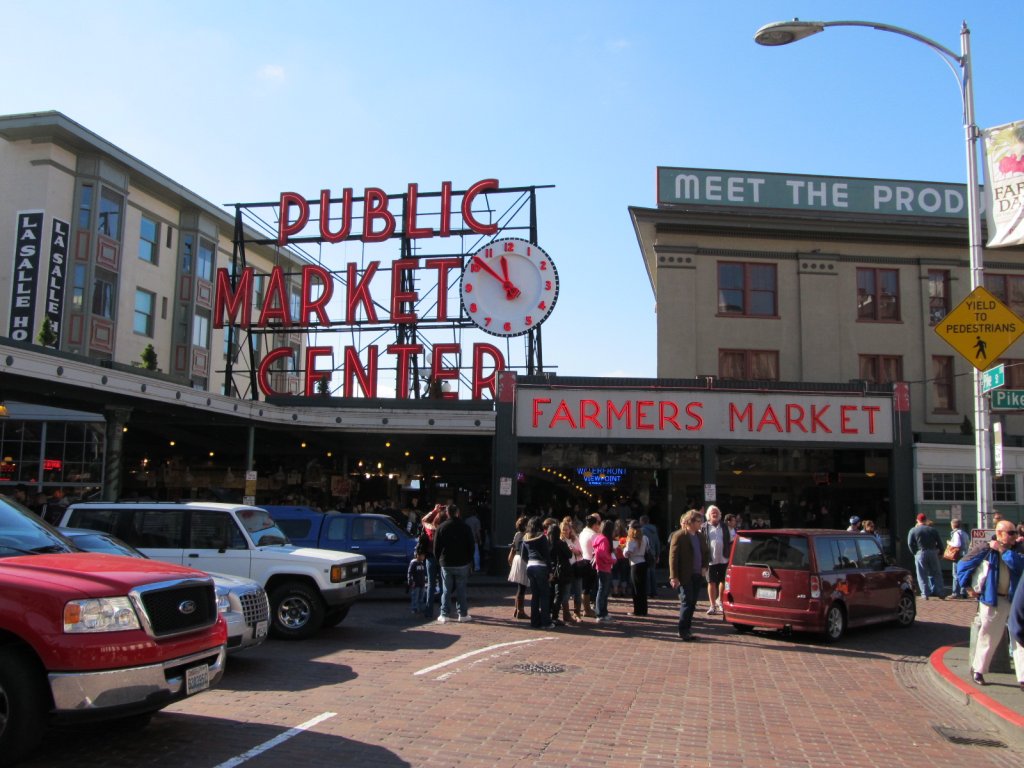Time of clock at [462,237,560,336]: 11:51
